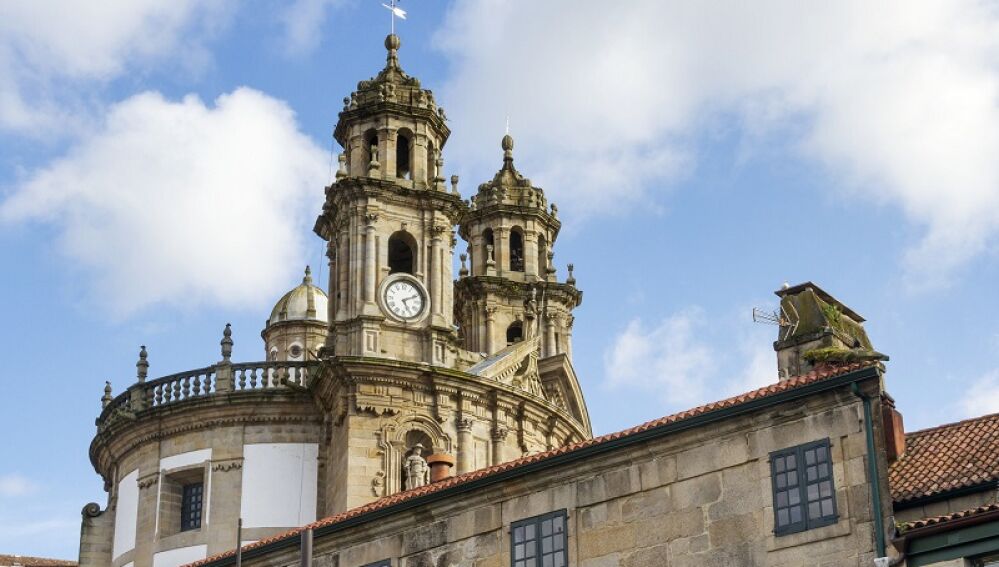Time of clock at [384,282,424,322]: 5:11
